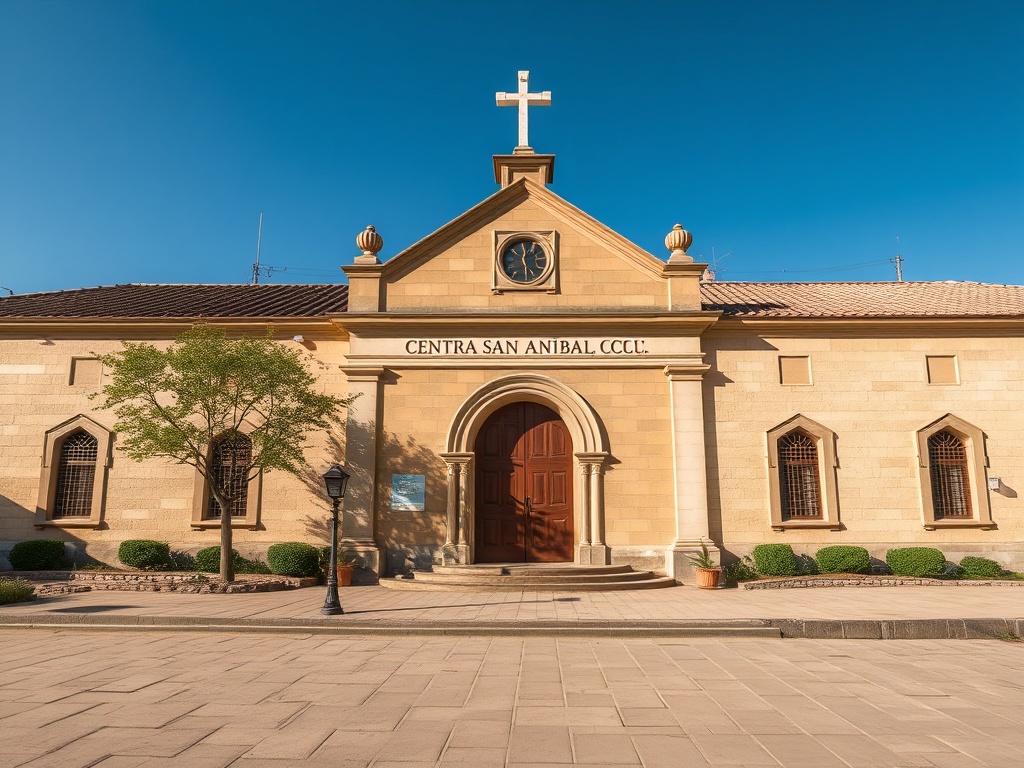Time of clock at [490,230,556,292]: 12:28
